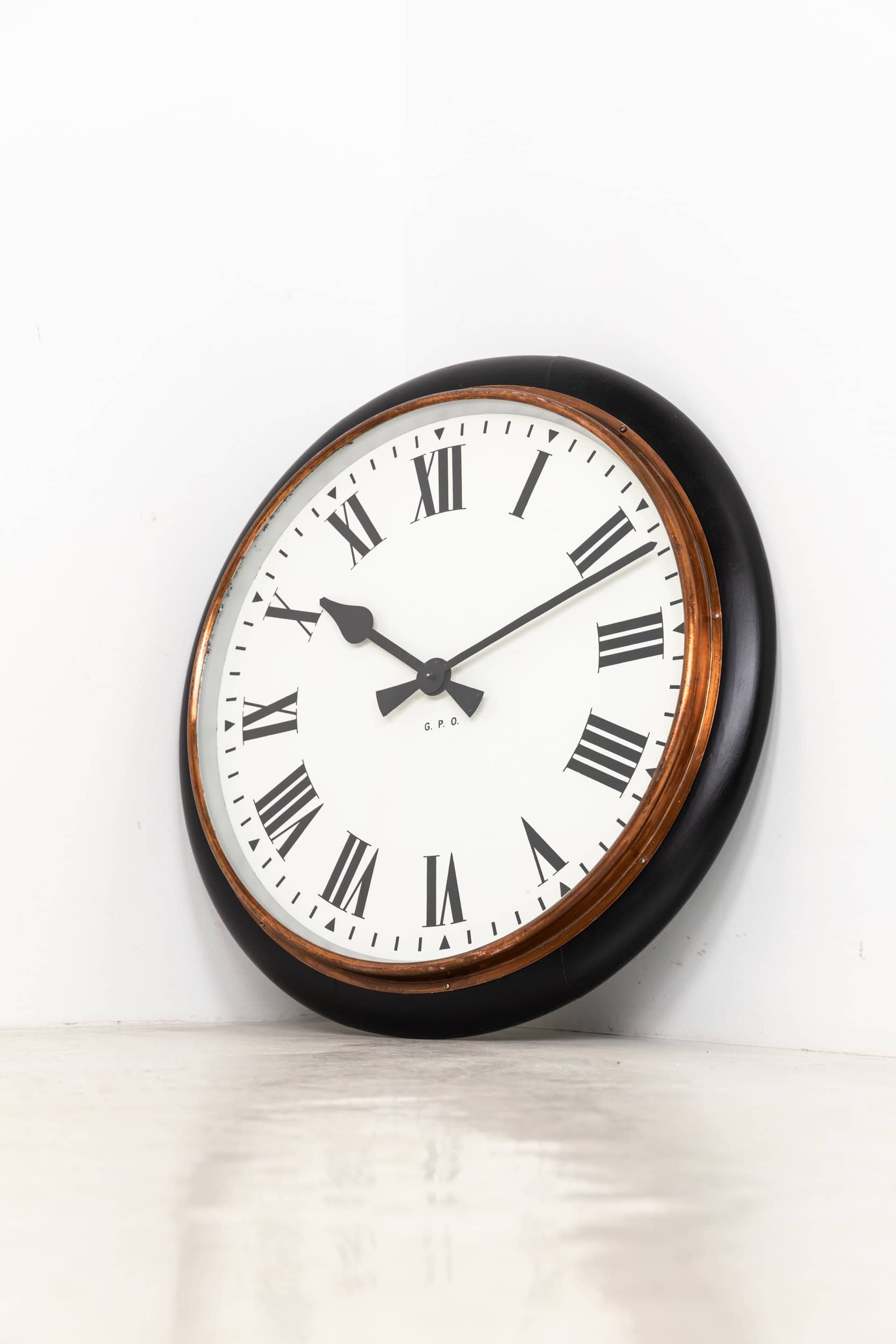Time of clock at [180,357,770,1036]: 10:11
